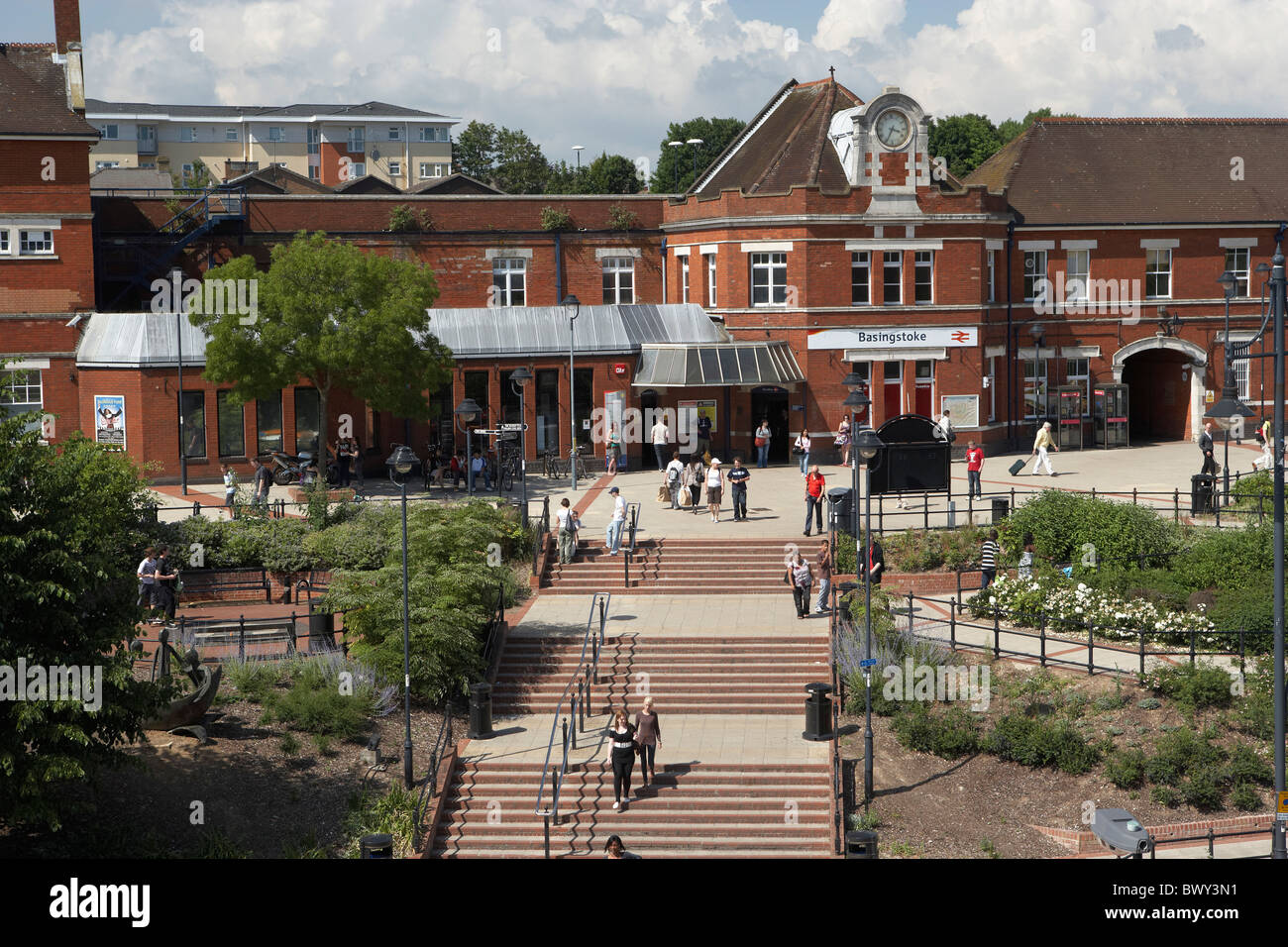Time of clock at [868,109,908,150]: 3:34
